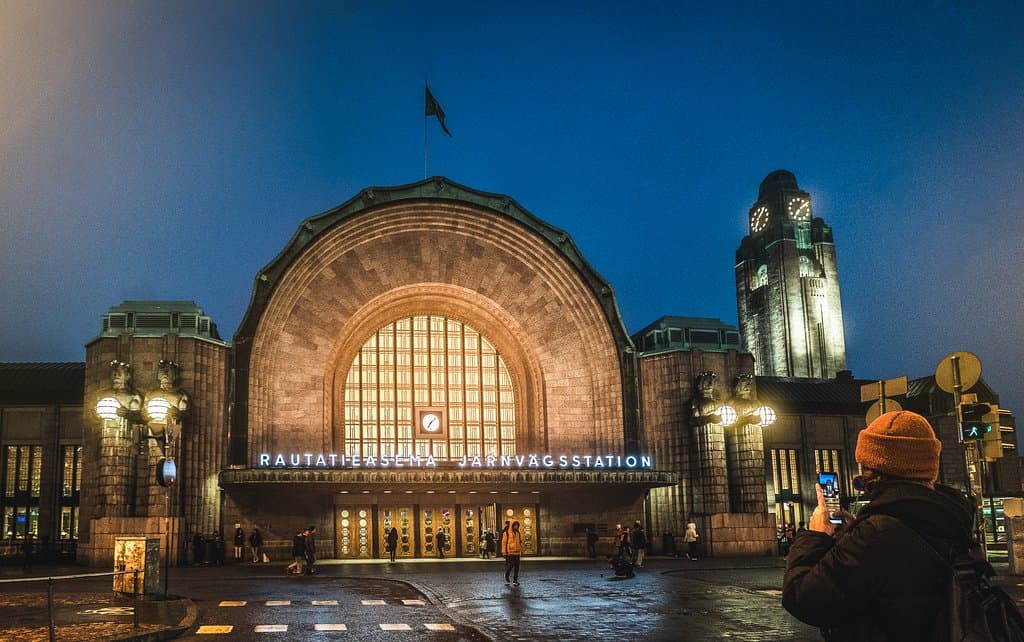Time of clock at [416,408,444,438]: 7:07
